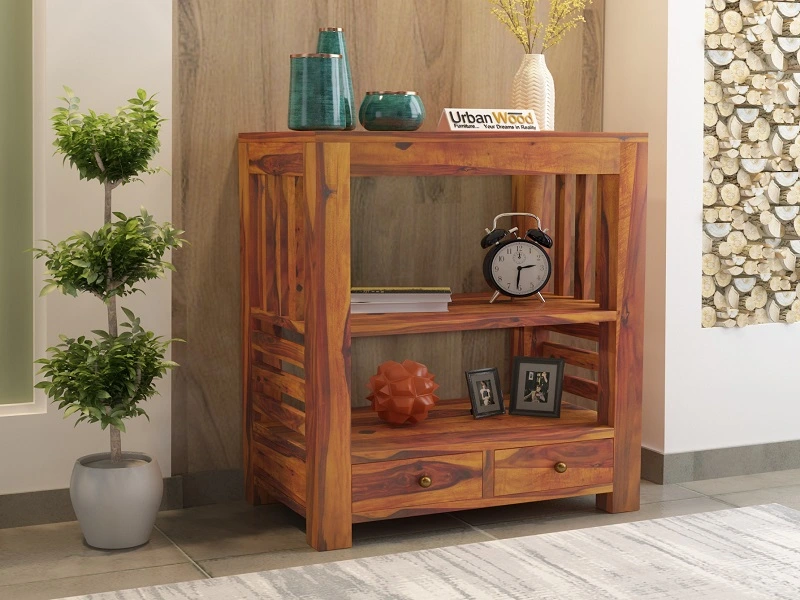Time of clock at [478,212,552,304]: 2:31
